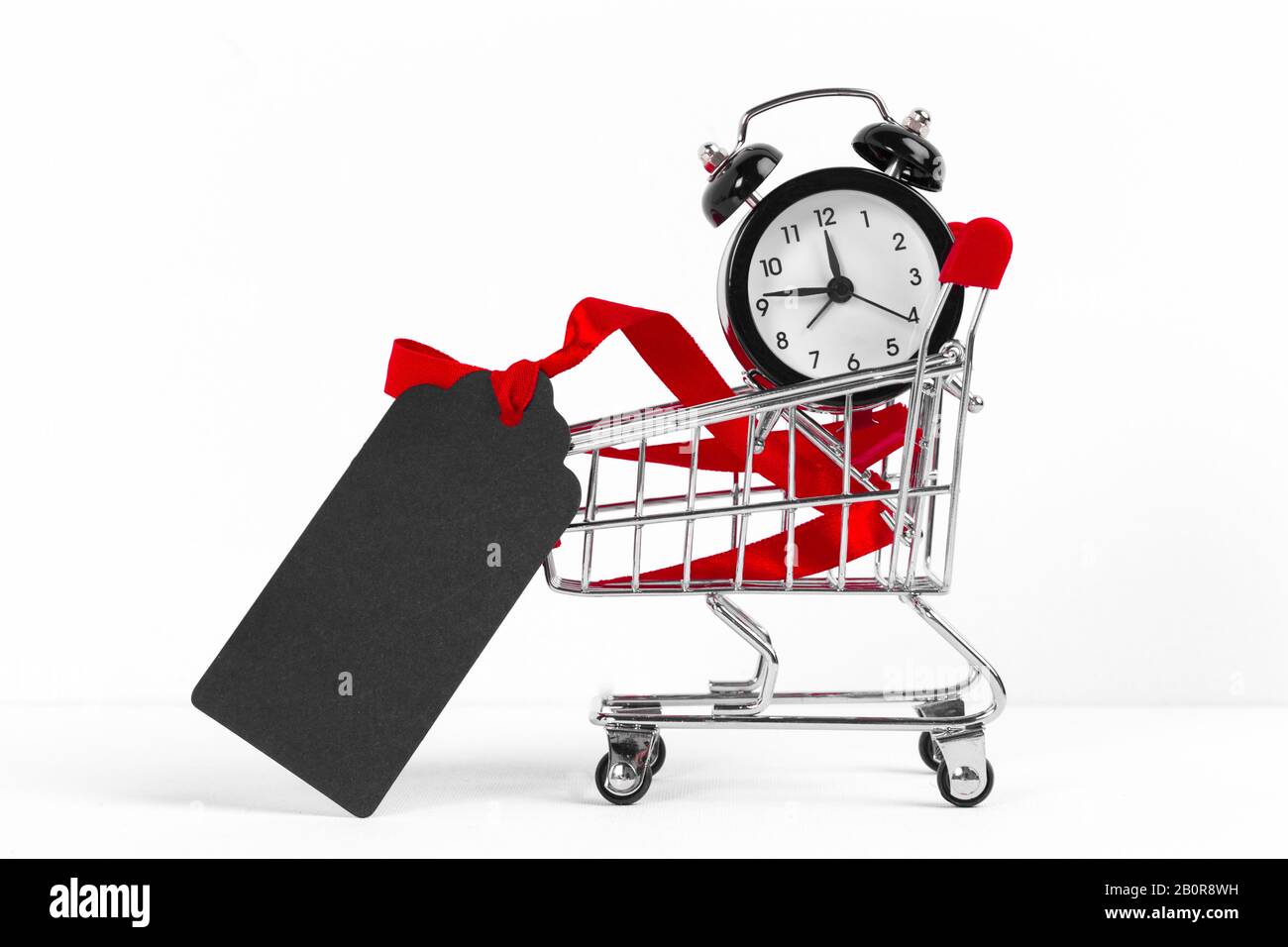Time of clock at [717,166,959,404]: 11:46
